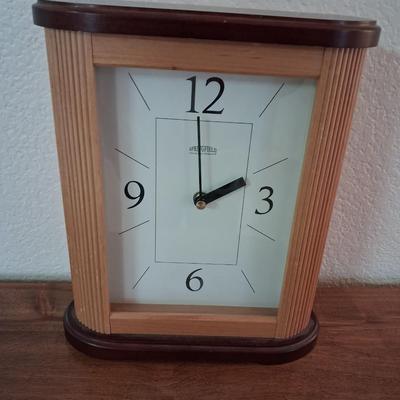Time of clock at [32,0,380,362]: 1:59
